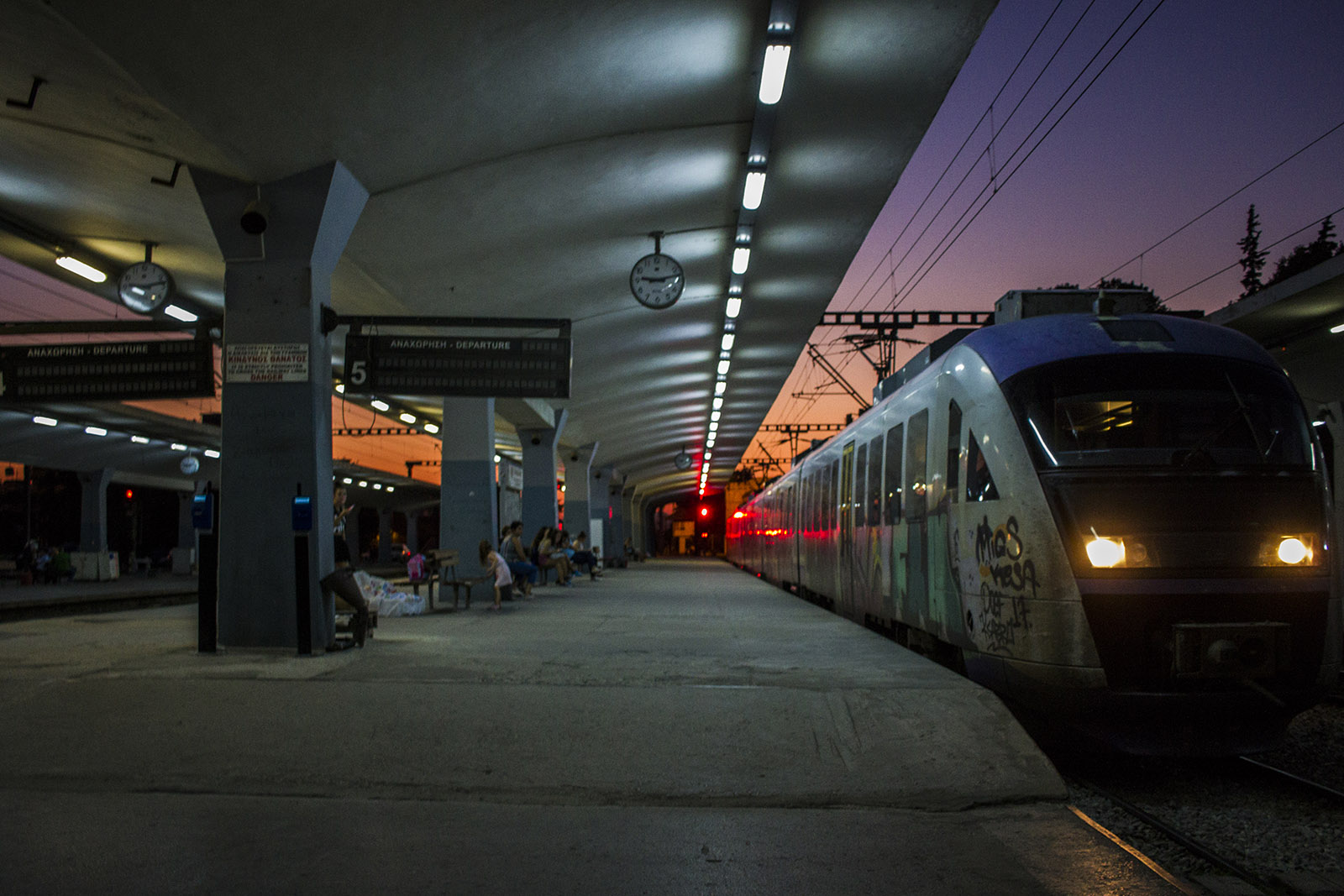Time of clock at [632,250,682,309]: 9:12
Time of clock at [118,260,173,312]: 9:12
